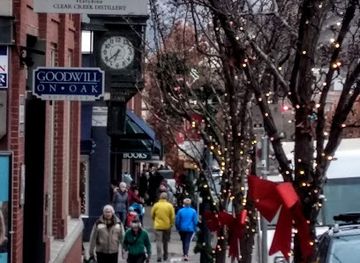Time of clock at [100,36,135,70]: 6:38
